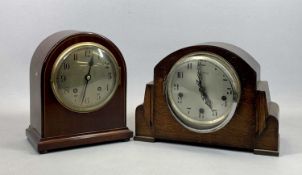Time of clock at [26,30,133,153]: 12:32
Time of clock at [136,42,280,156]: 4:59
